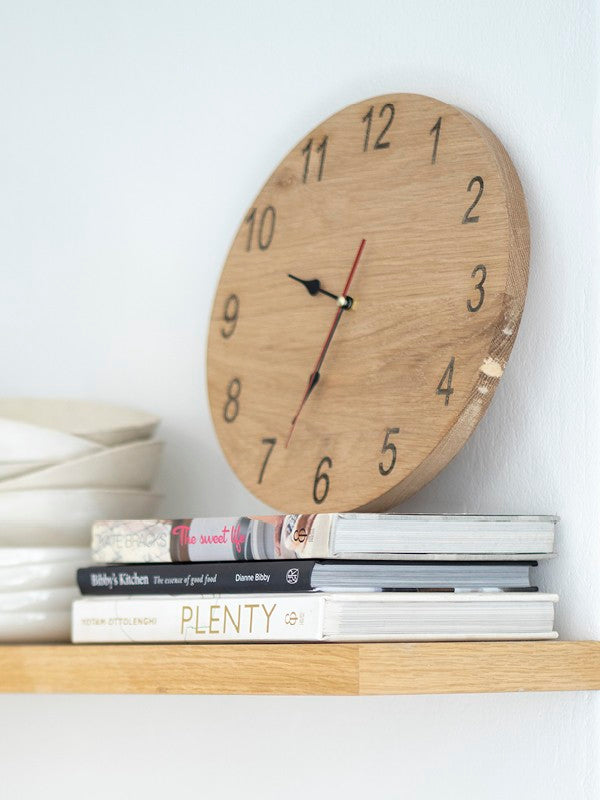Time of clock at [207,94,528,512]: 9:33
